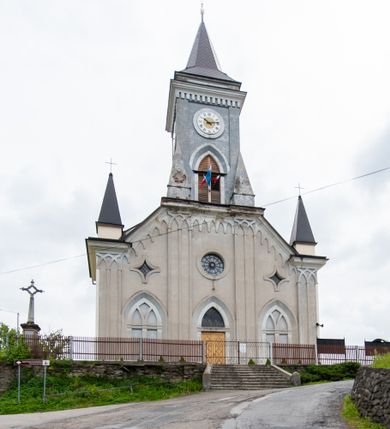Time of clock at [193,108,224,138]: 10:13
